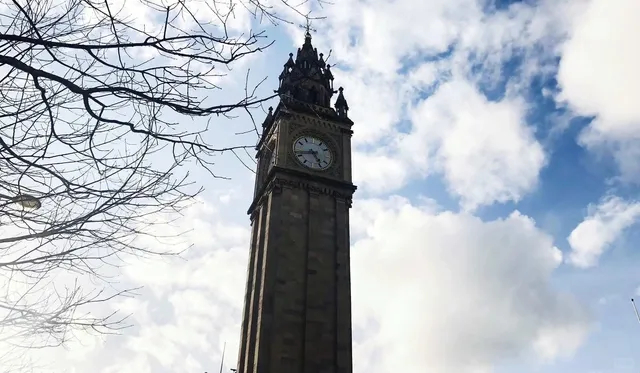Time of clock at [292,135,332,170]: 4:42
